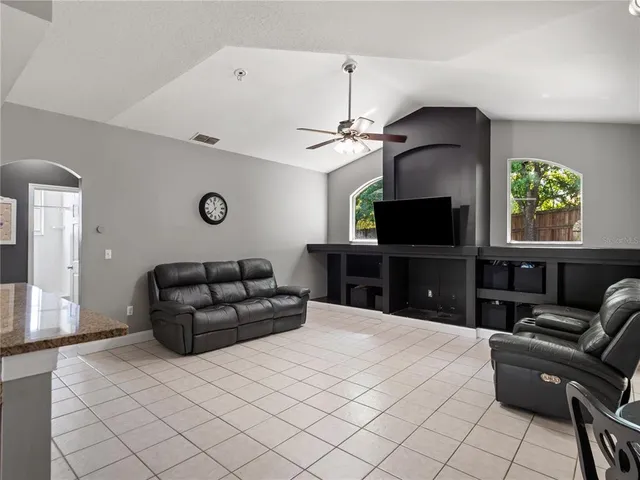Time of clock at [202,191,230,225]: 11:37
